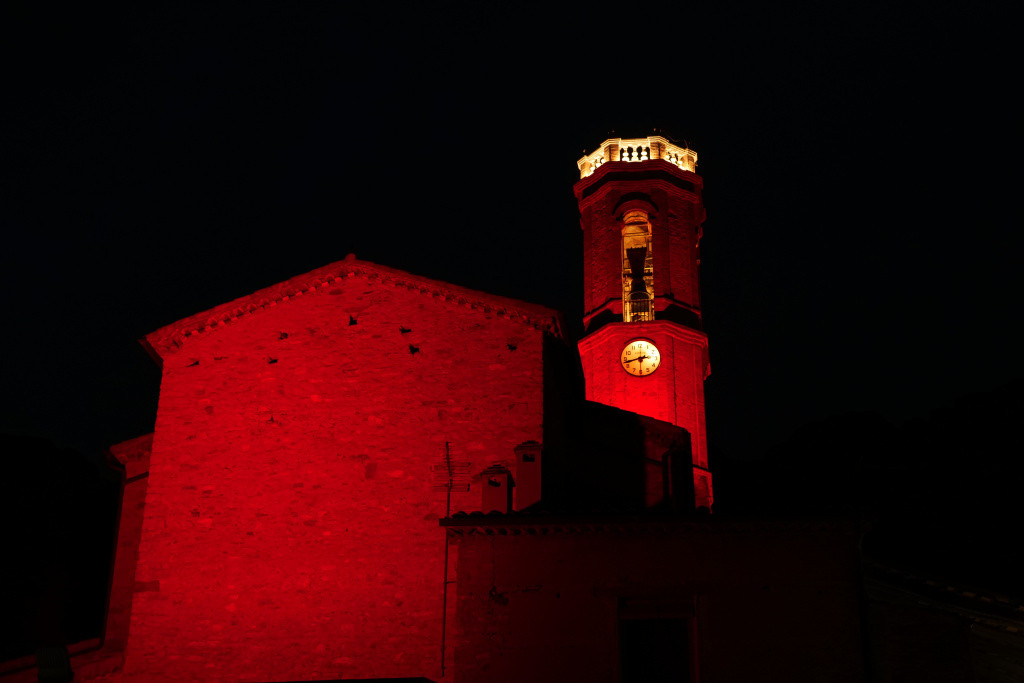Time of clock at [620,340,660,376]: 2:42
